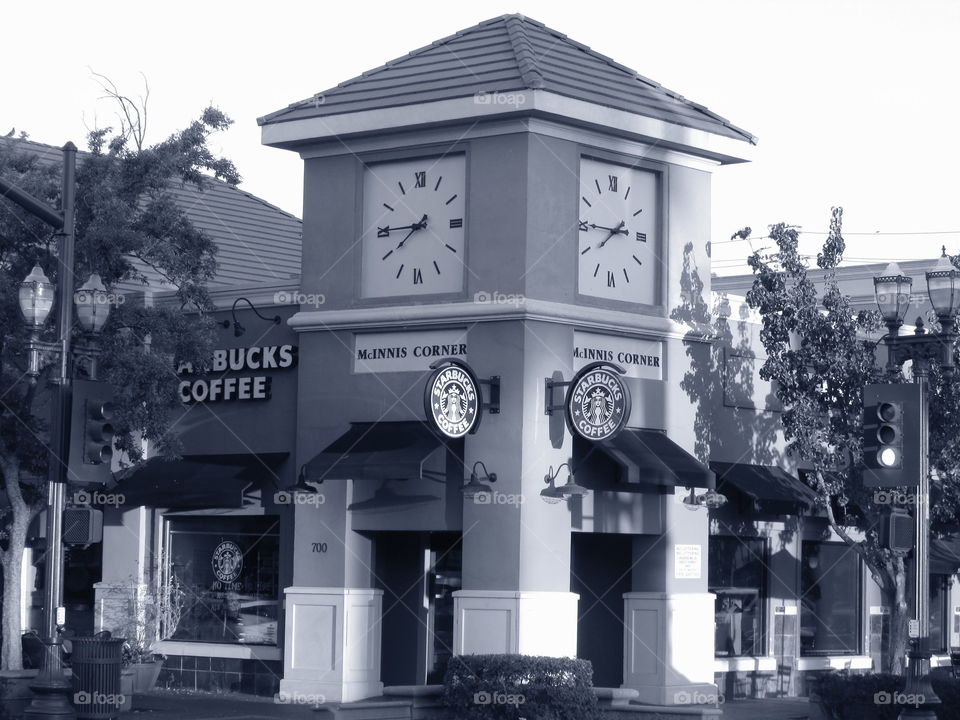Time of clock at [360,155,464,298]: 7:44
